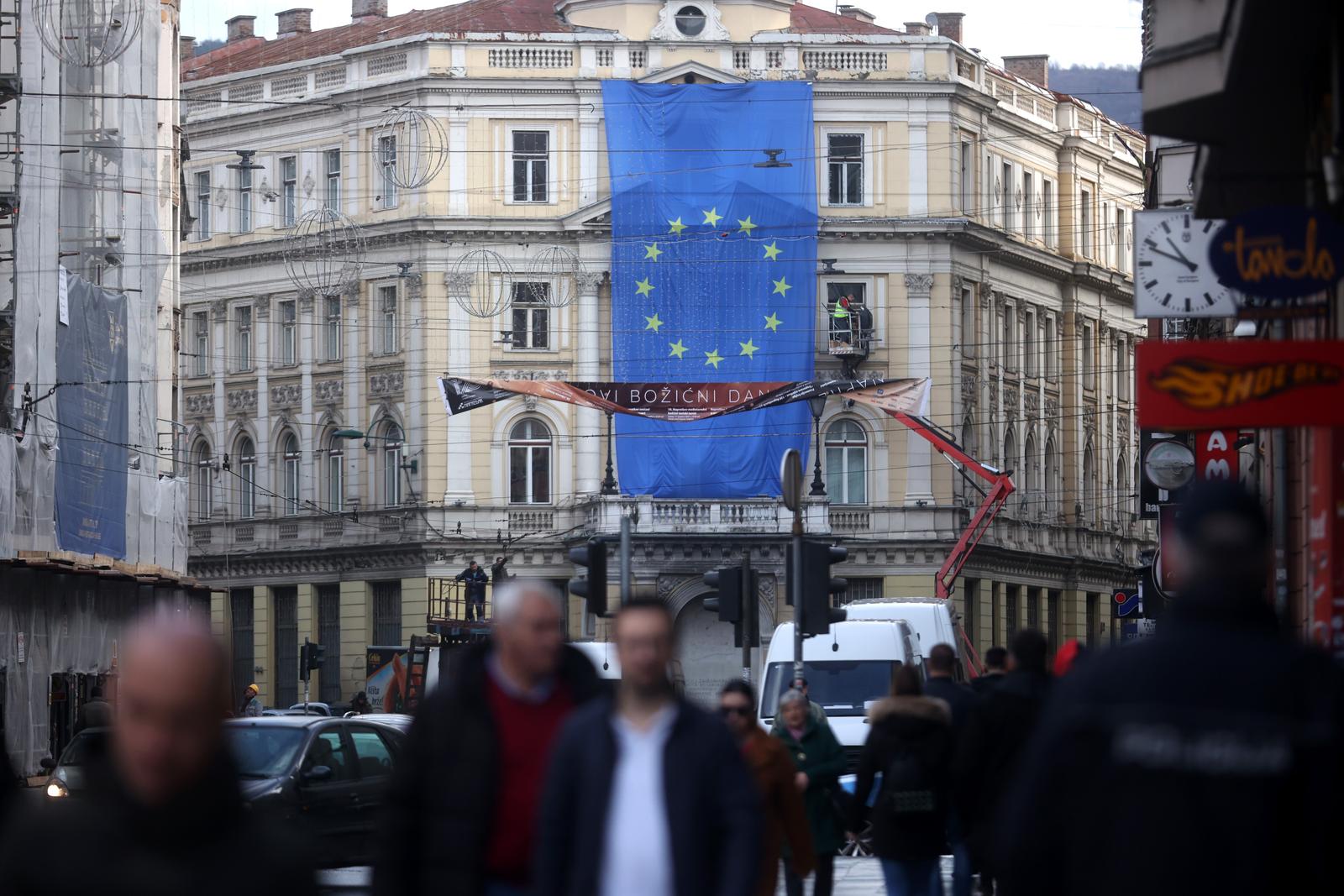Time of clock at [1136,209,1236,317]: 10:48
